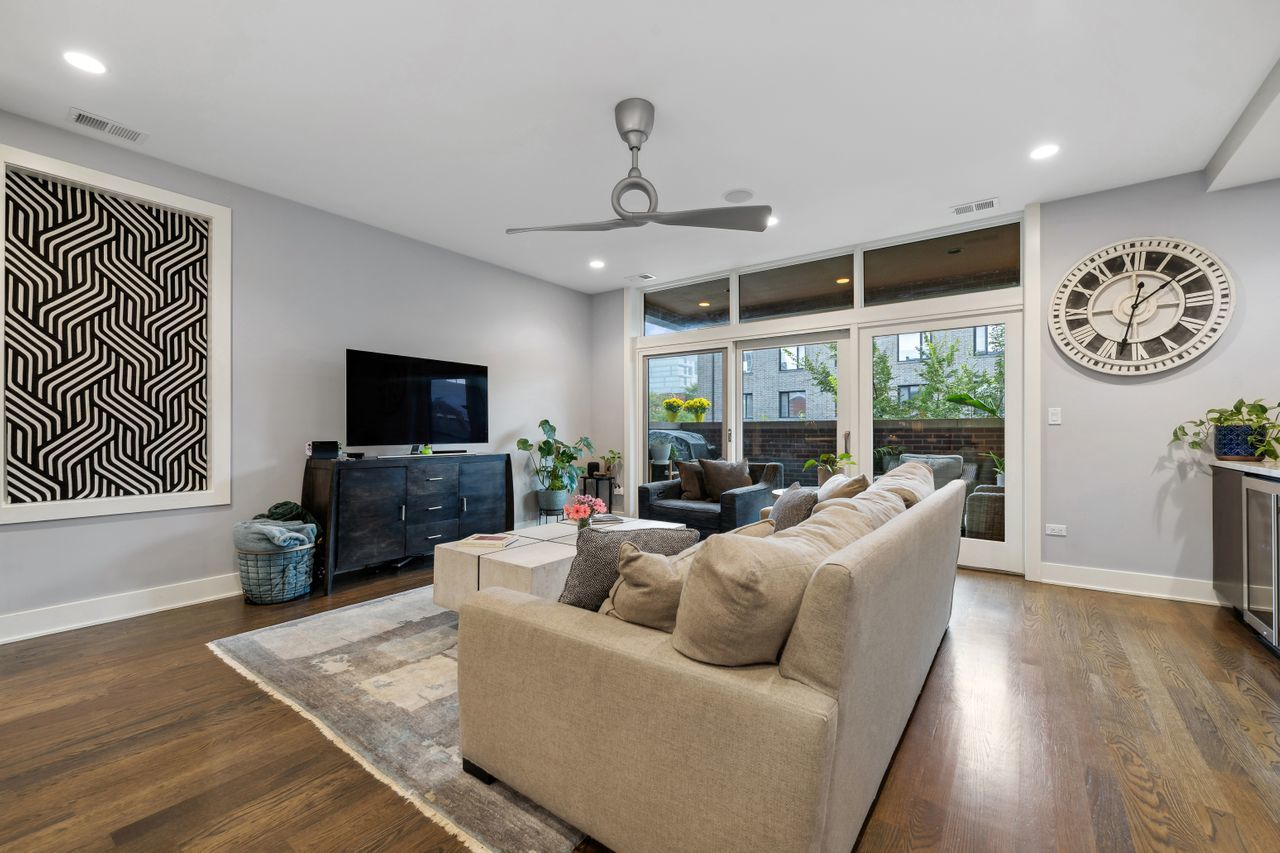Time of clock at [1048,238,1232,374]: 1:32
